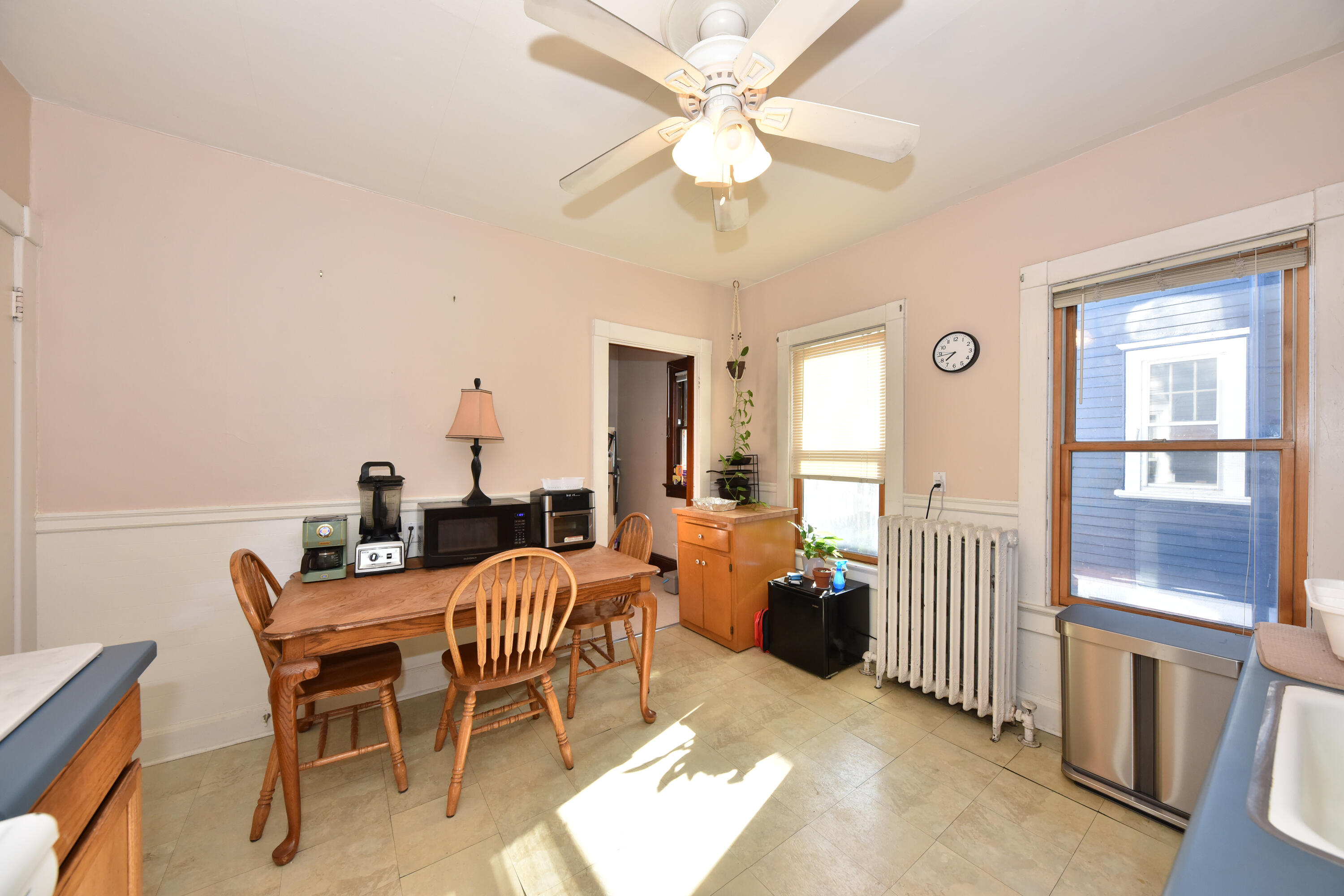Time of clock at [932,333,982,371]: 7:43
